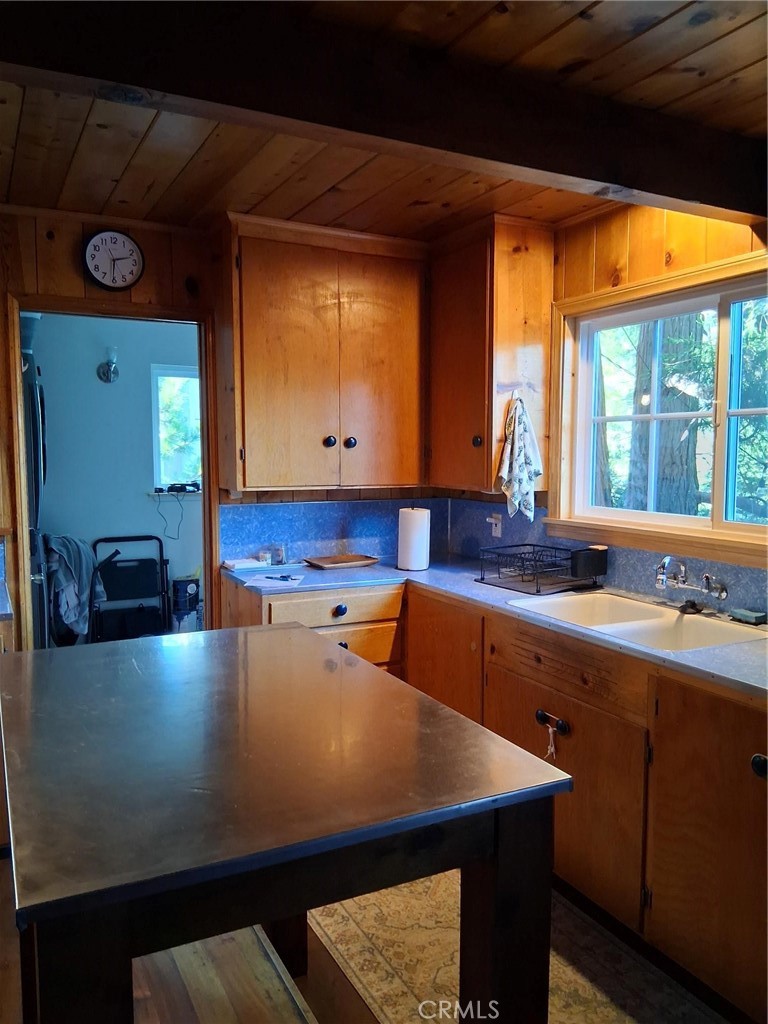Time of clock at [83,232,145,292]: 2:30
